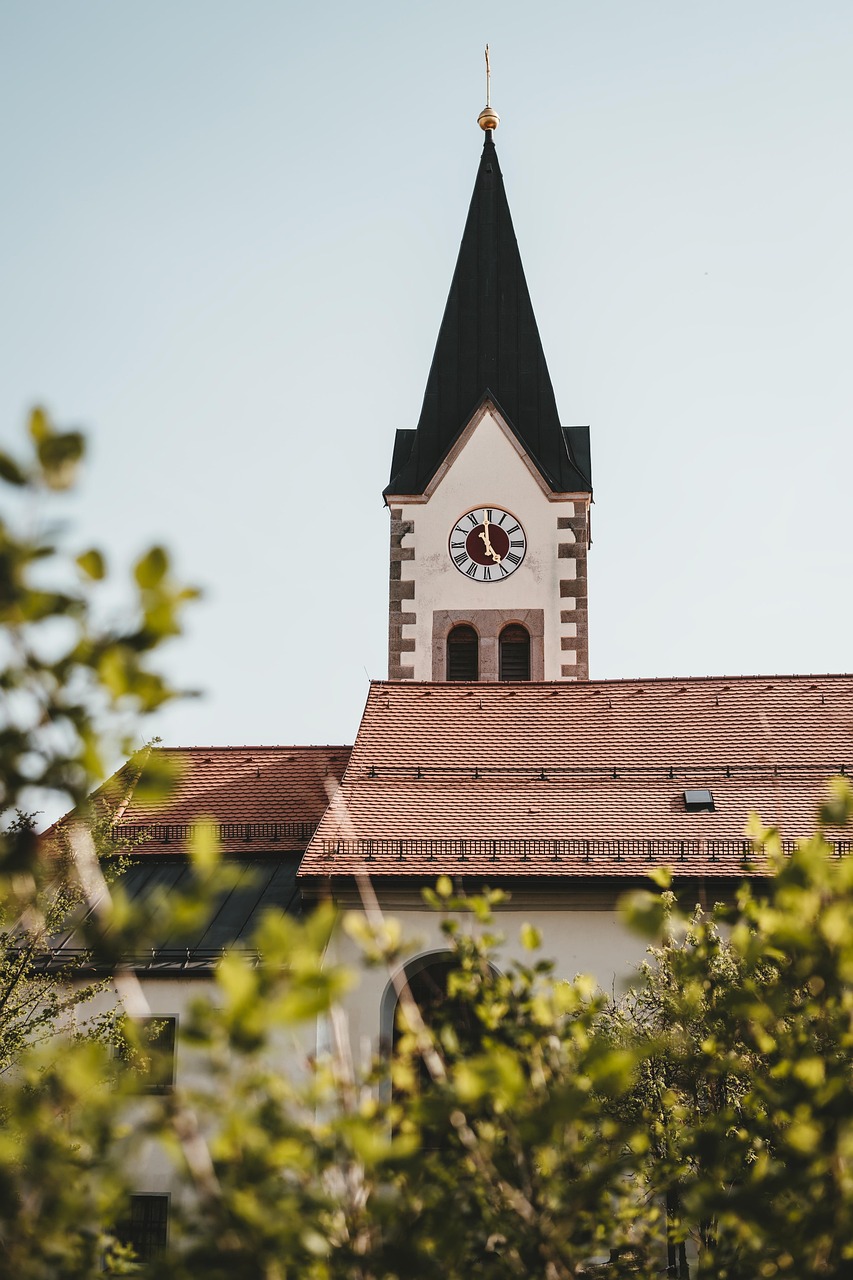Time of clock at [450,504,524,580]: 4:59
